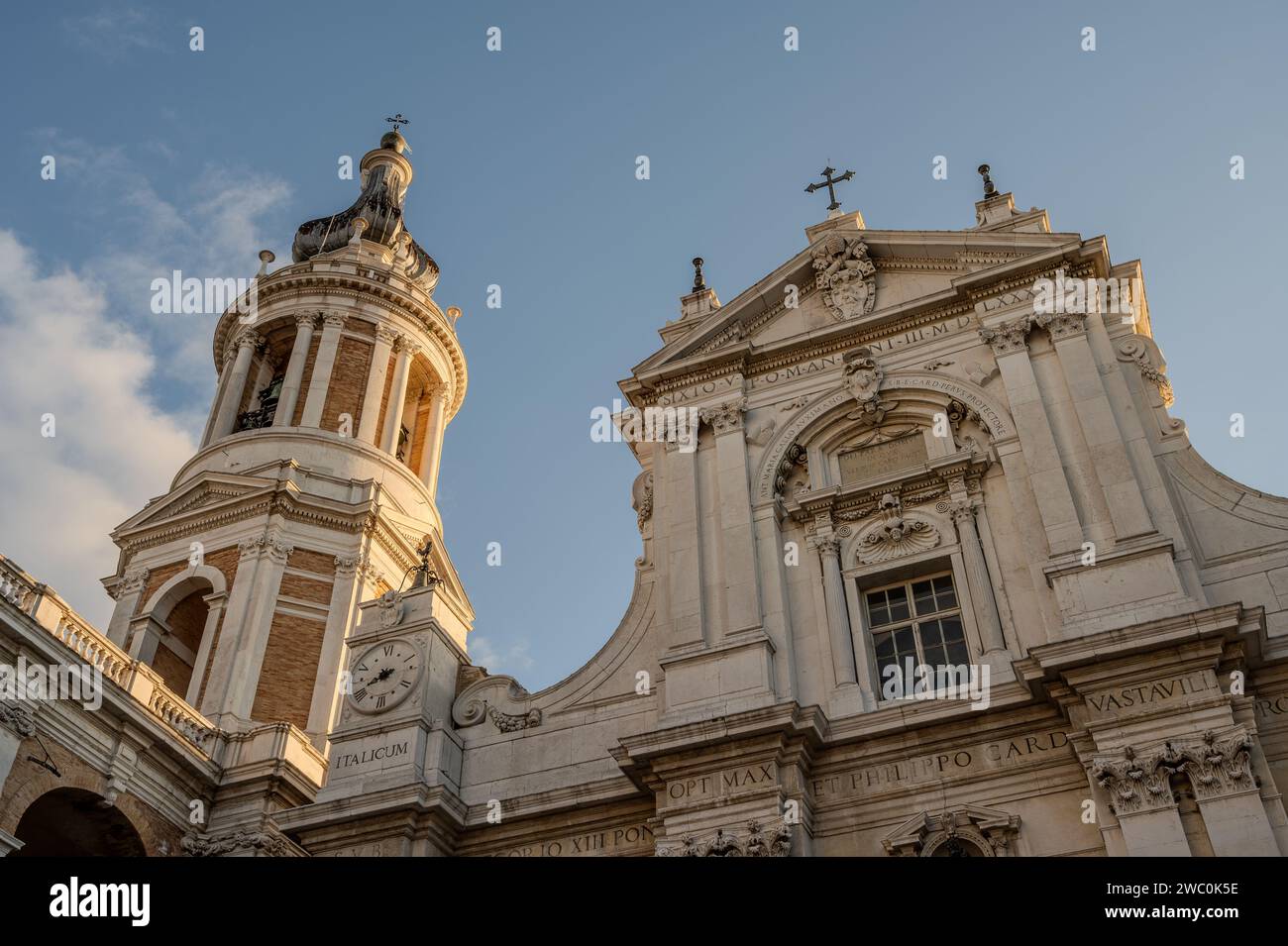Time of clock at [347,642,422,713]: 8:41
